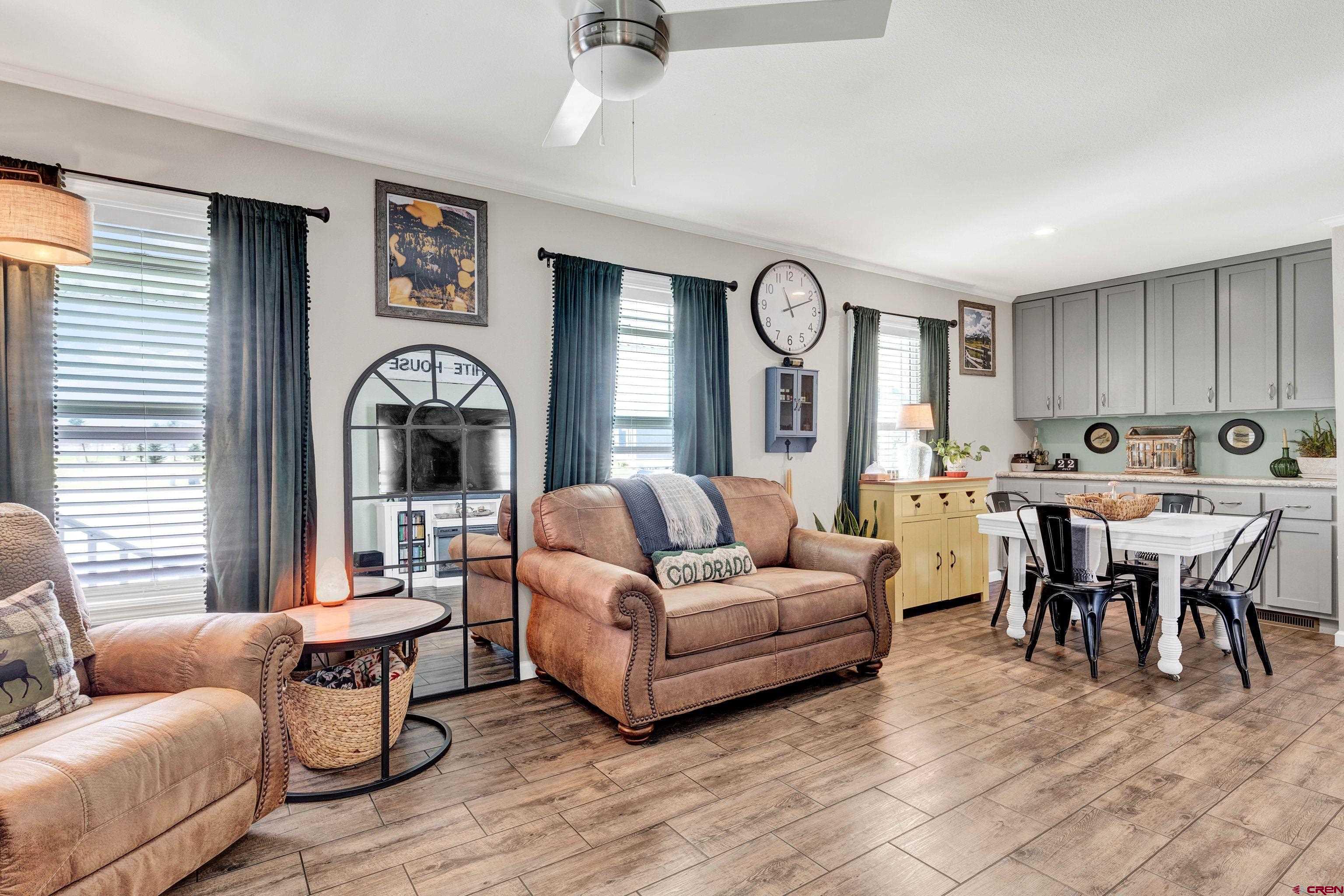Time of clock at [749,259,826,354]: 11:11
